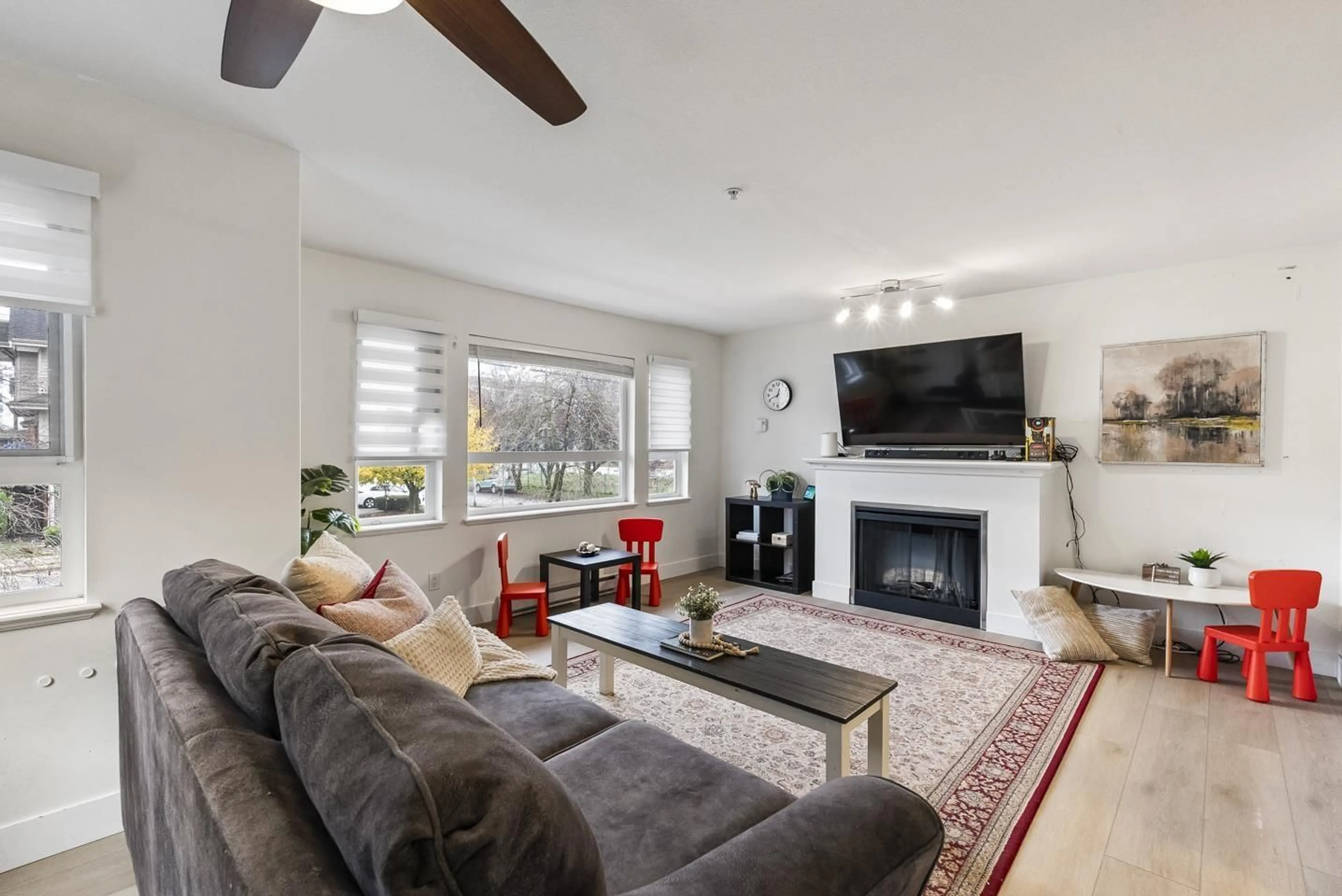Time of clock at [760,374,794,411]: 12:41
